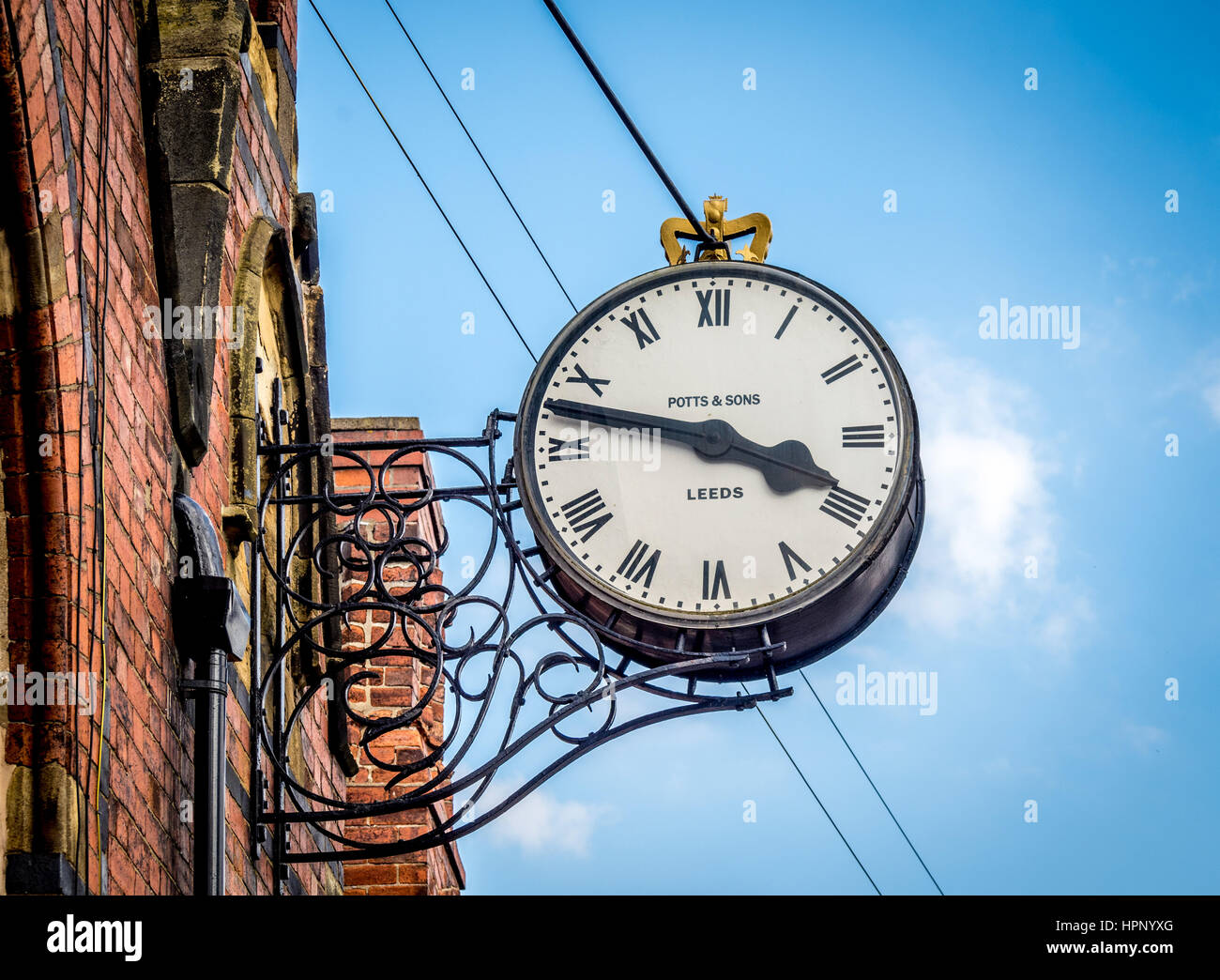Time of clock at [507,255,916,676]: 3:47
